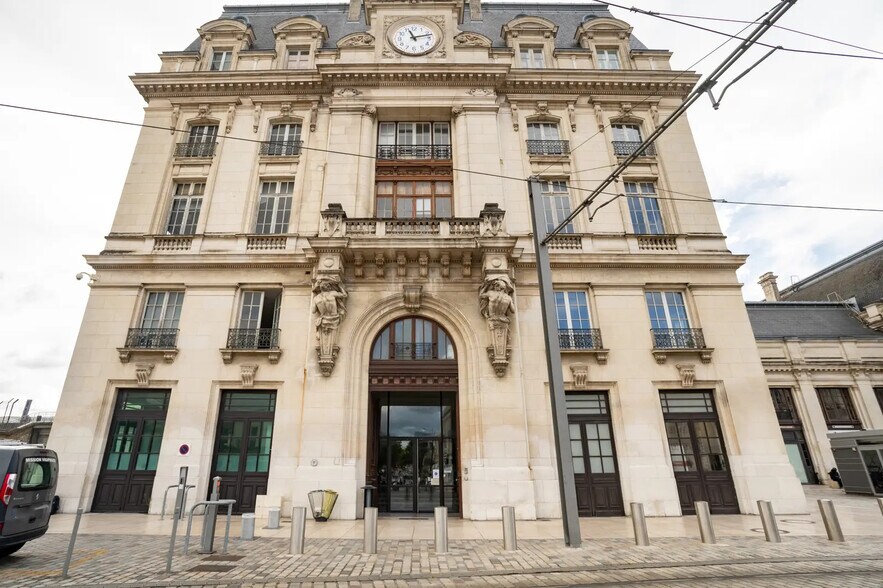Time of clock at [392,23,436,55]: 11:12
